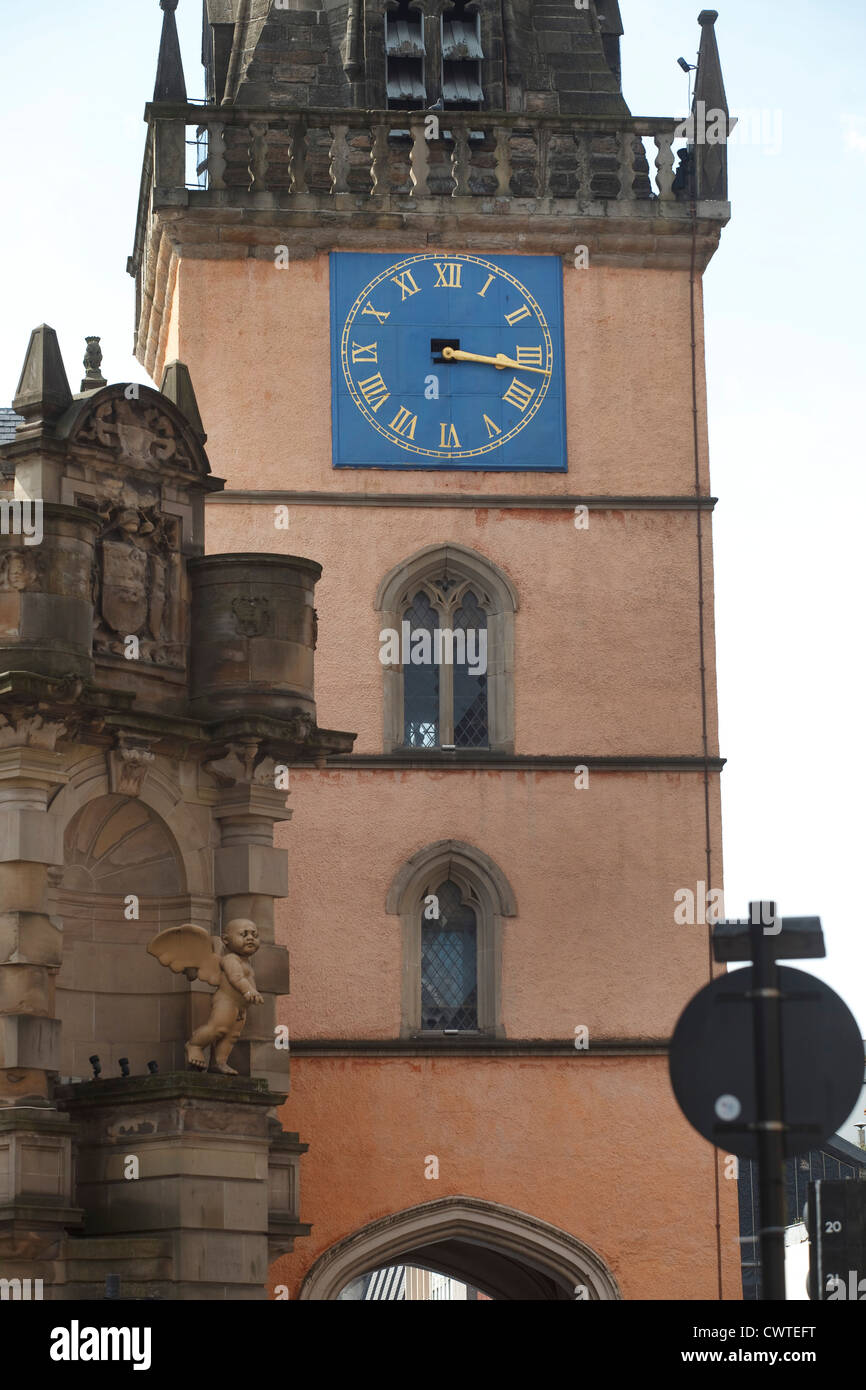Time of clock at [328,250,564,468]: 3:16
